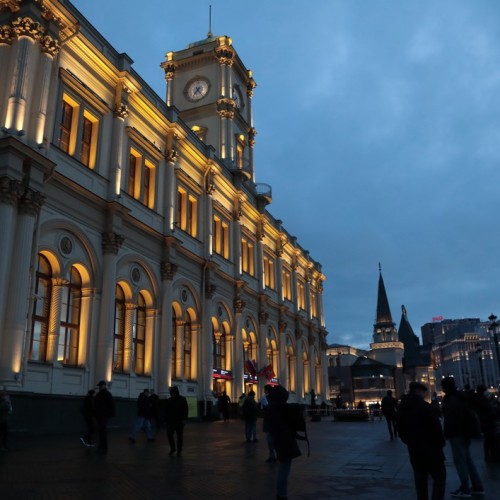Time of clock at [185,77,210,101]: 7:24
